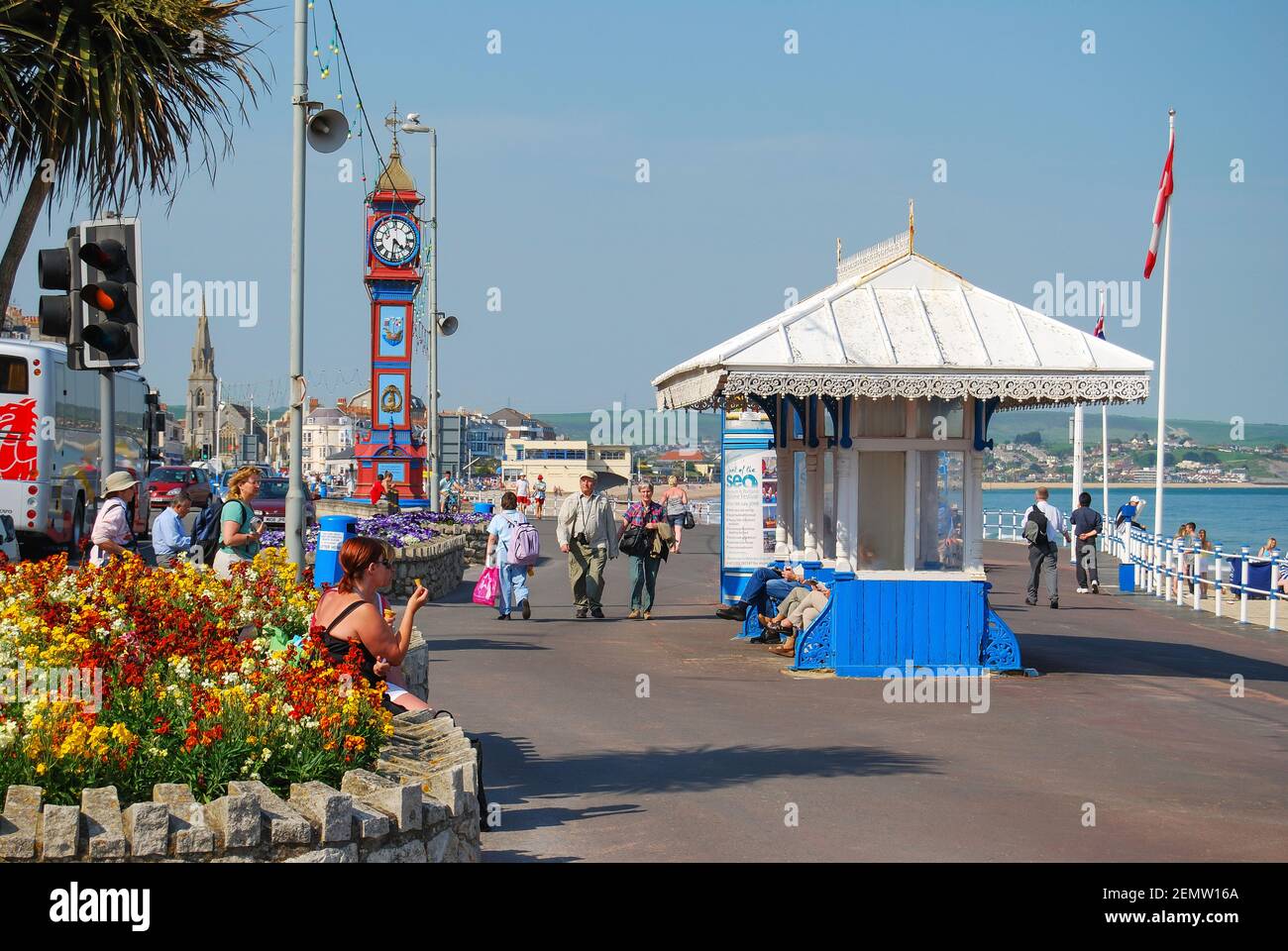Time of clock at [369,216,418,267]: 4:31
